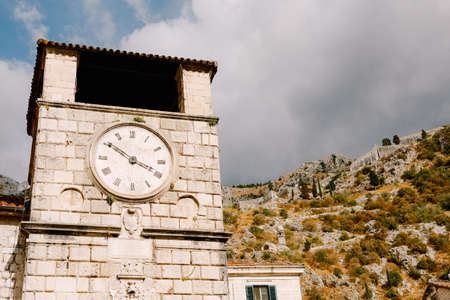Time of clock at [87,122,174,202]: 3:50
